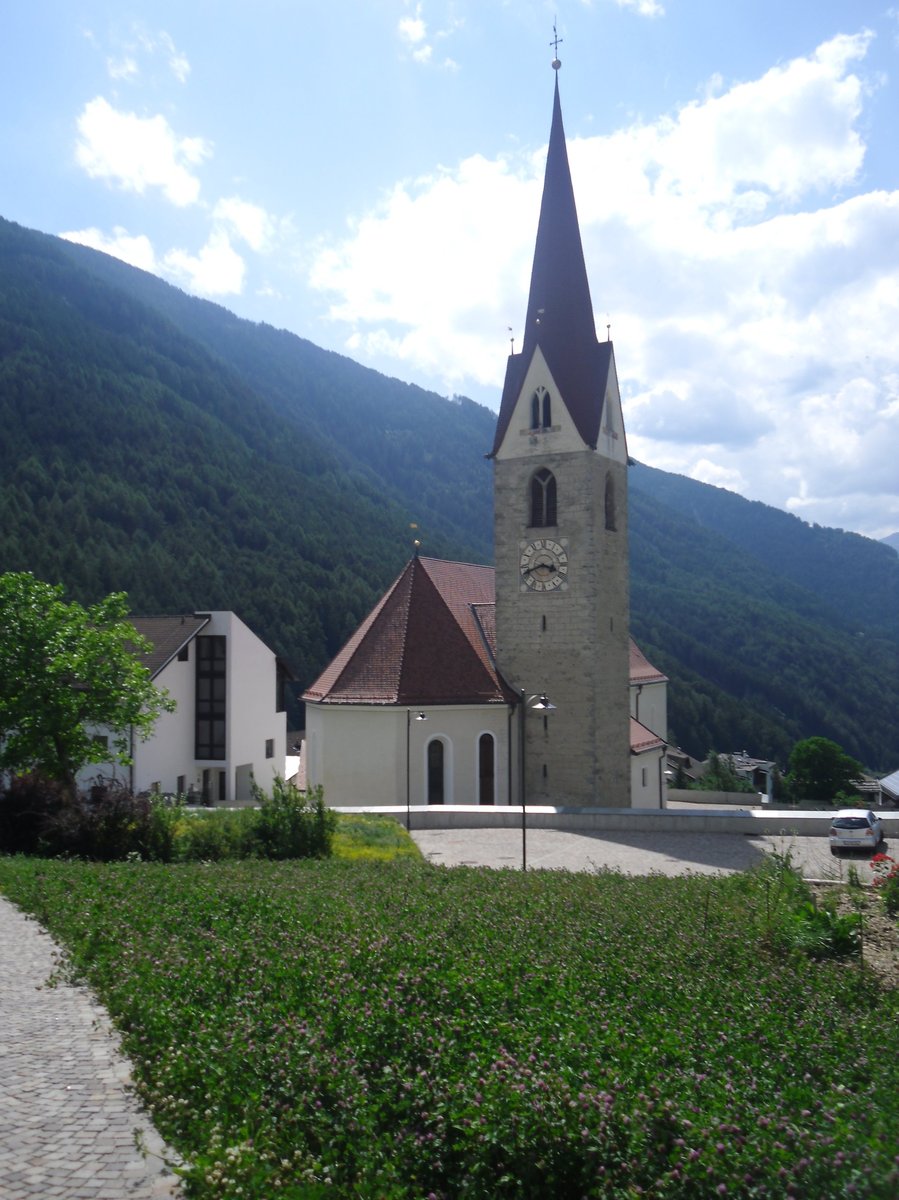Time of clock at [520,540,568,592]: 3:41
